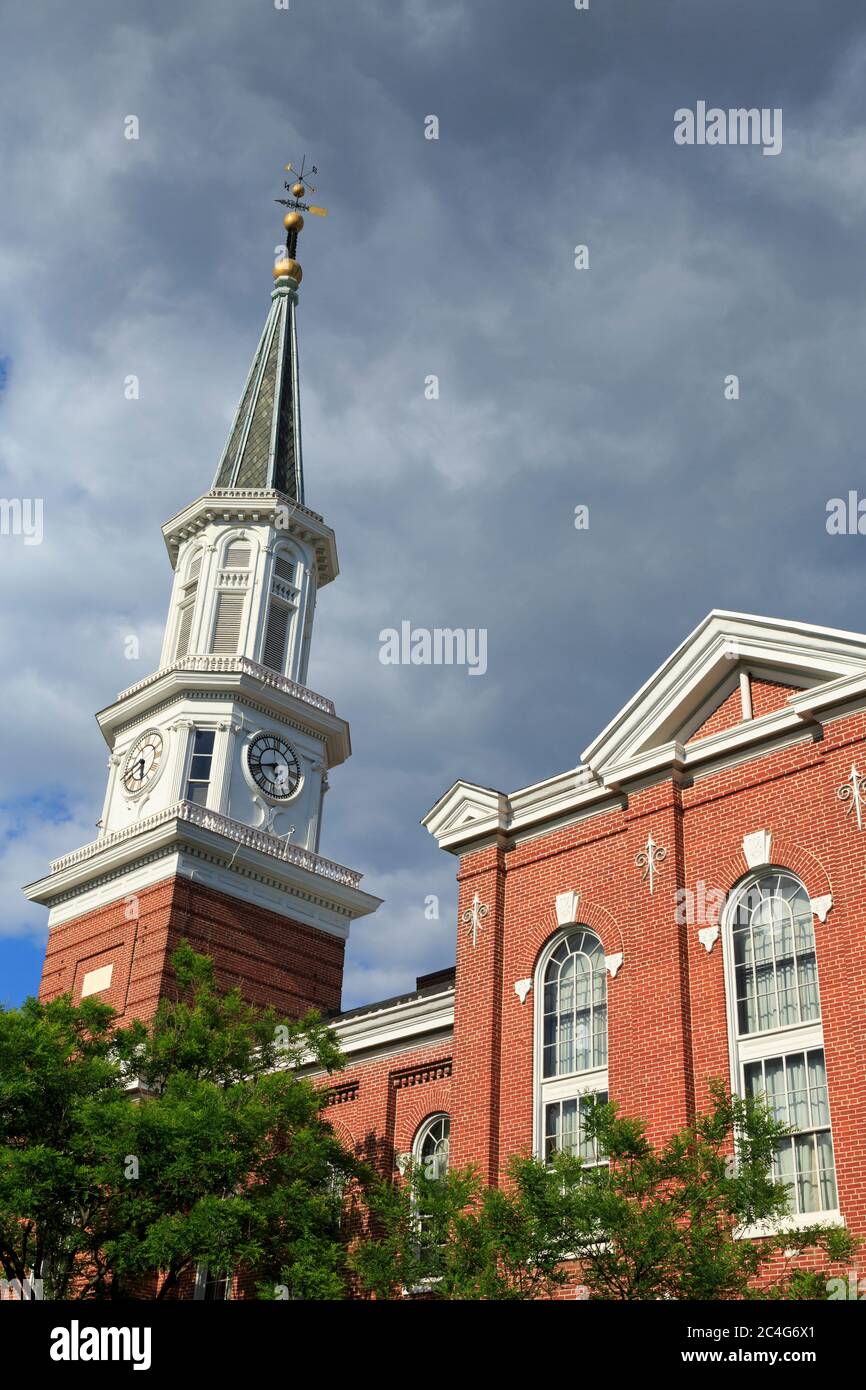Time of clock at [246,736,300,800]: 5:41
